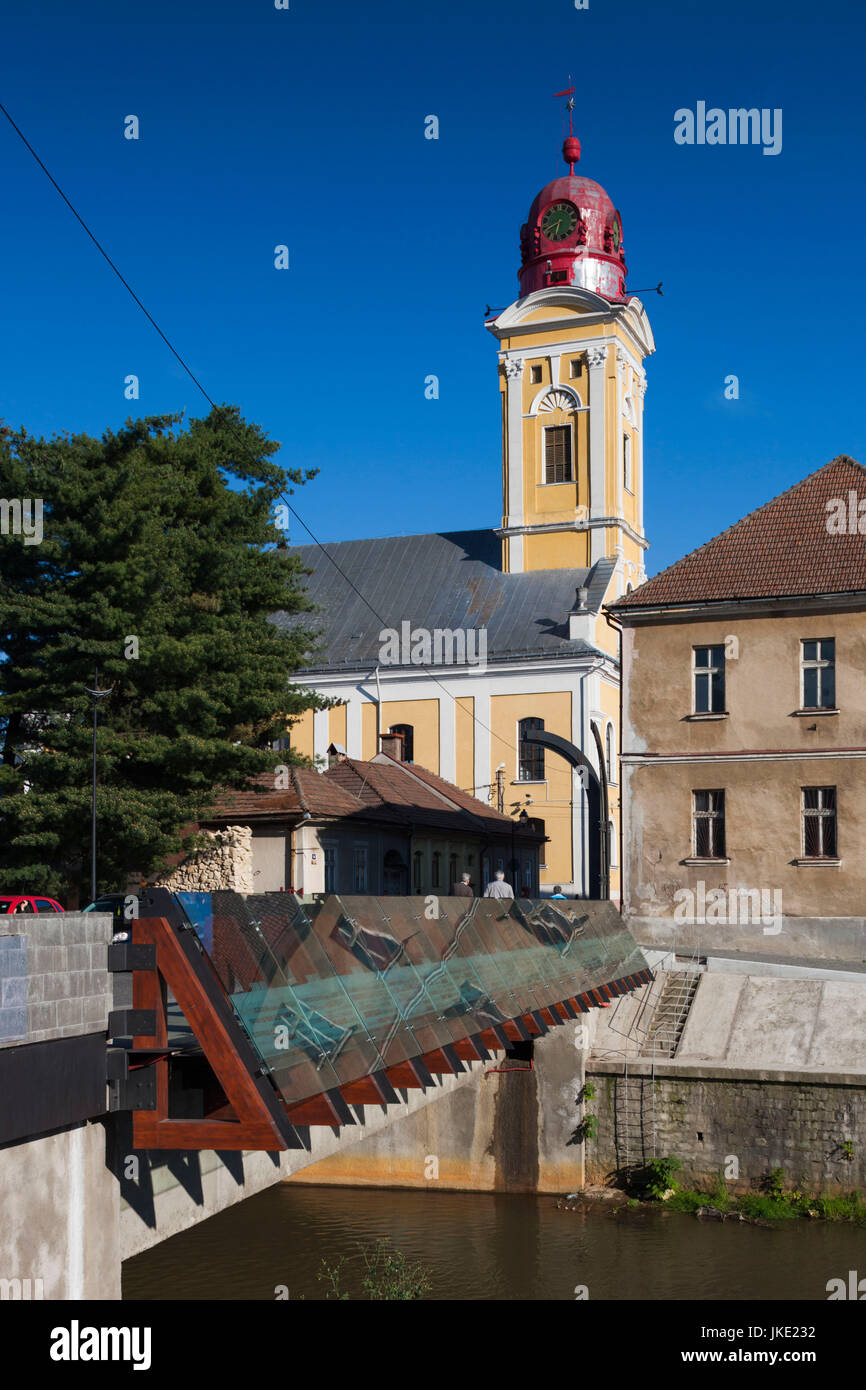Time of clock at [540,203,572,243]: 6:40
